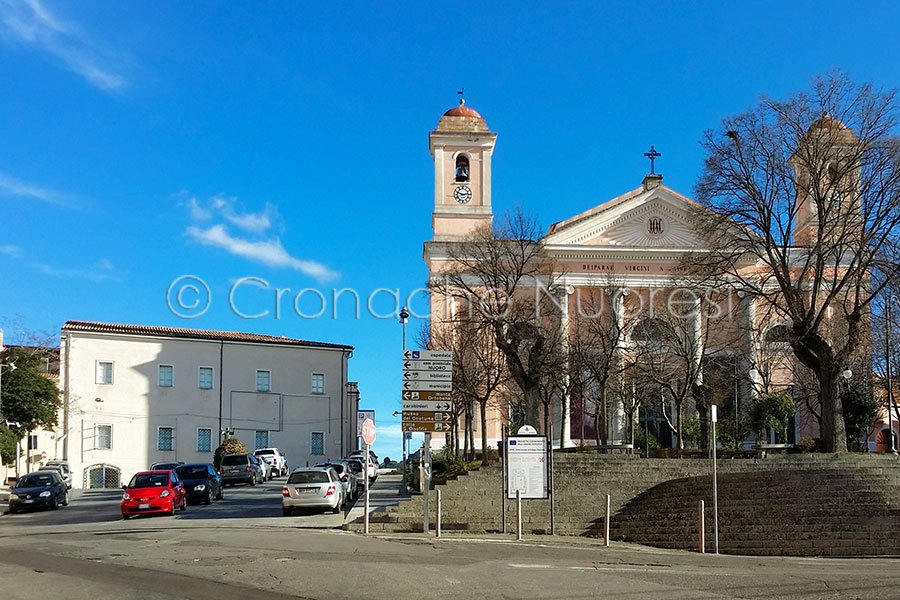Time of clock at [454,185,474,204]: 2:48
